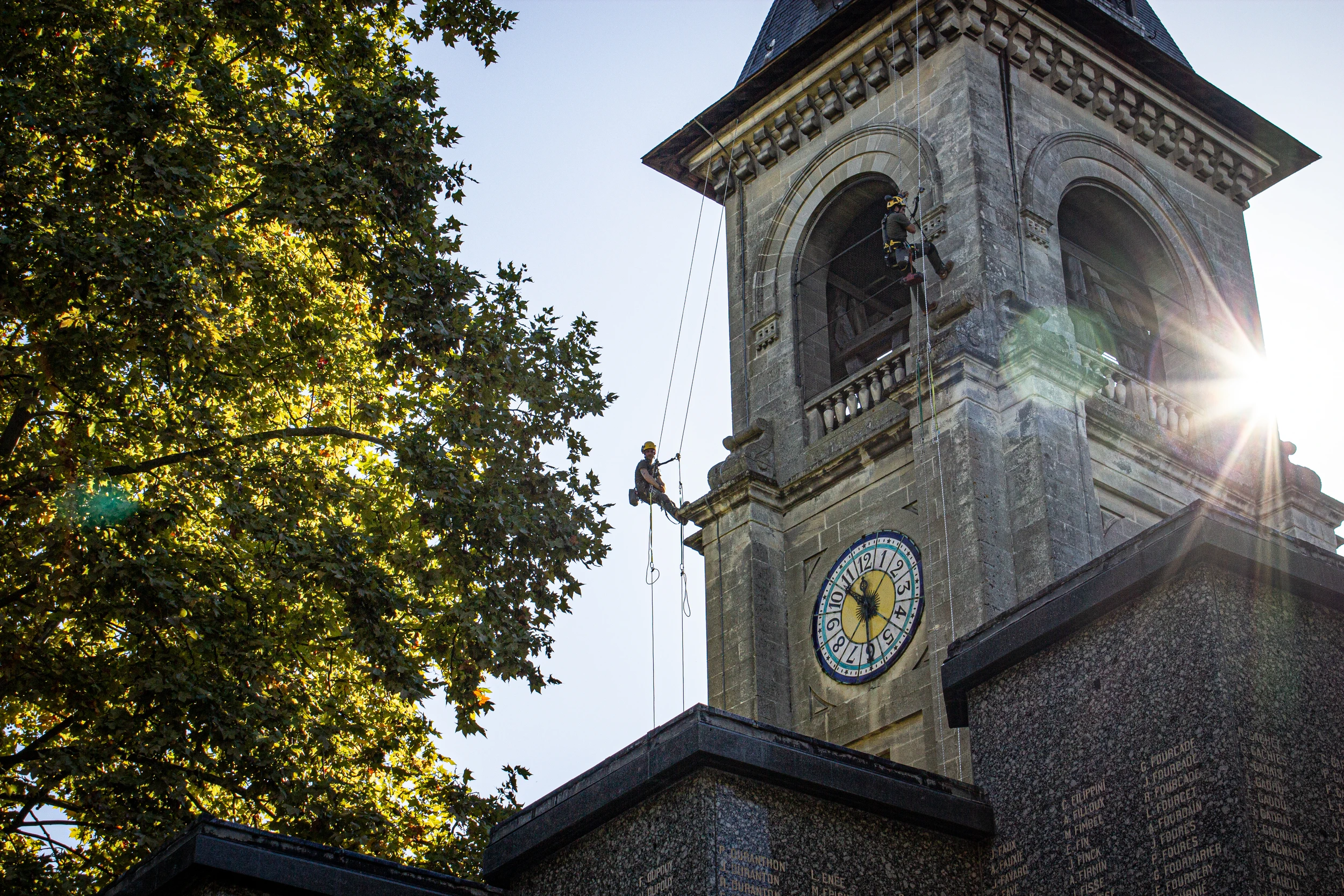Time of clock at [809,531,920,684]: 10:30
